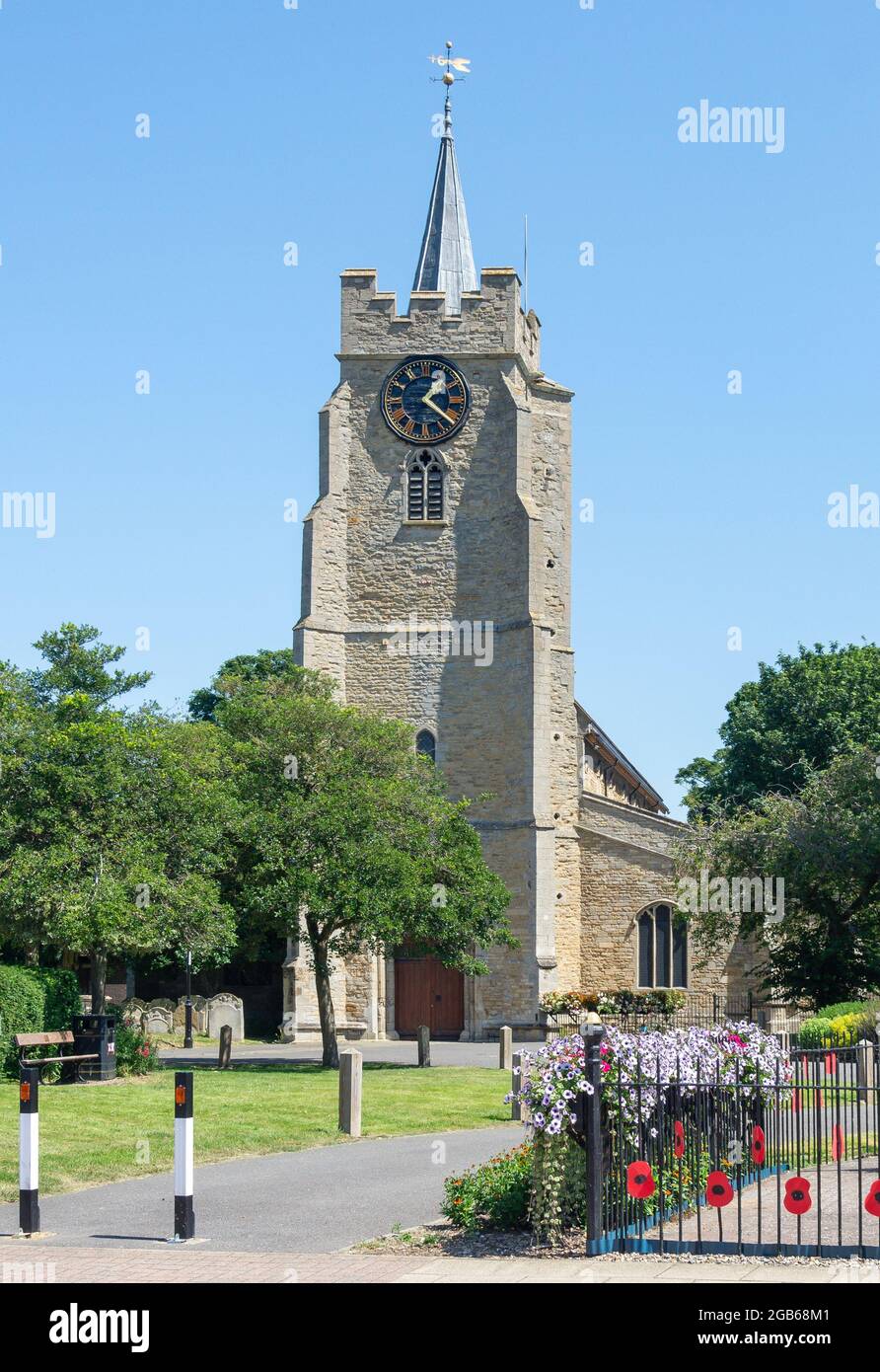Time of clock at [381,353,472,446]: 1:21
